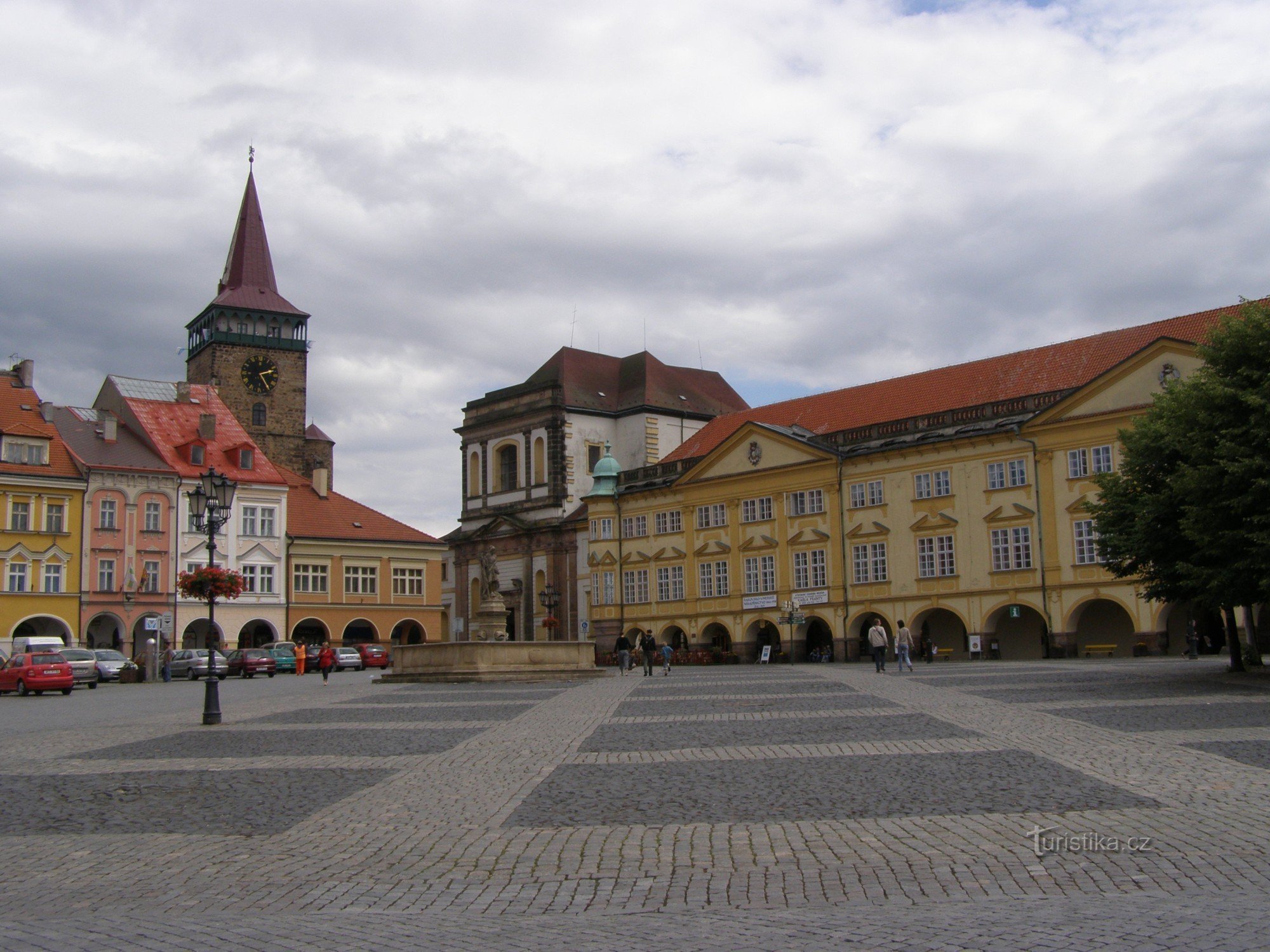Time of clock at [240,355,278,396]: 2:24
